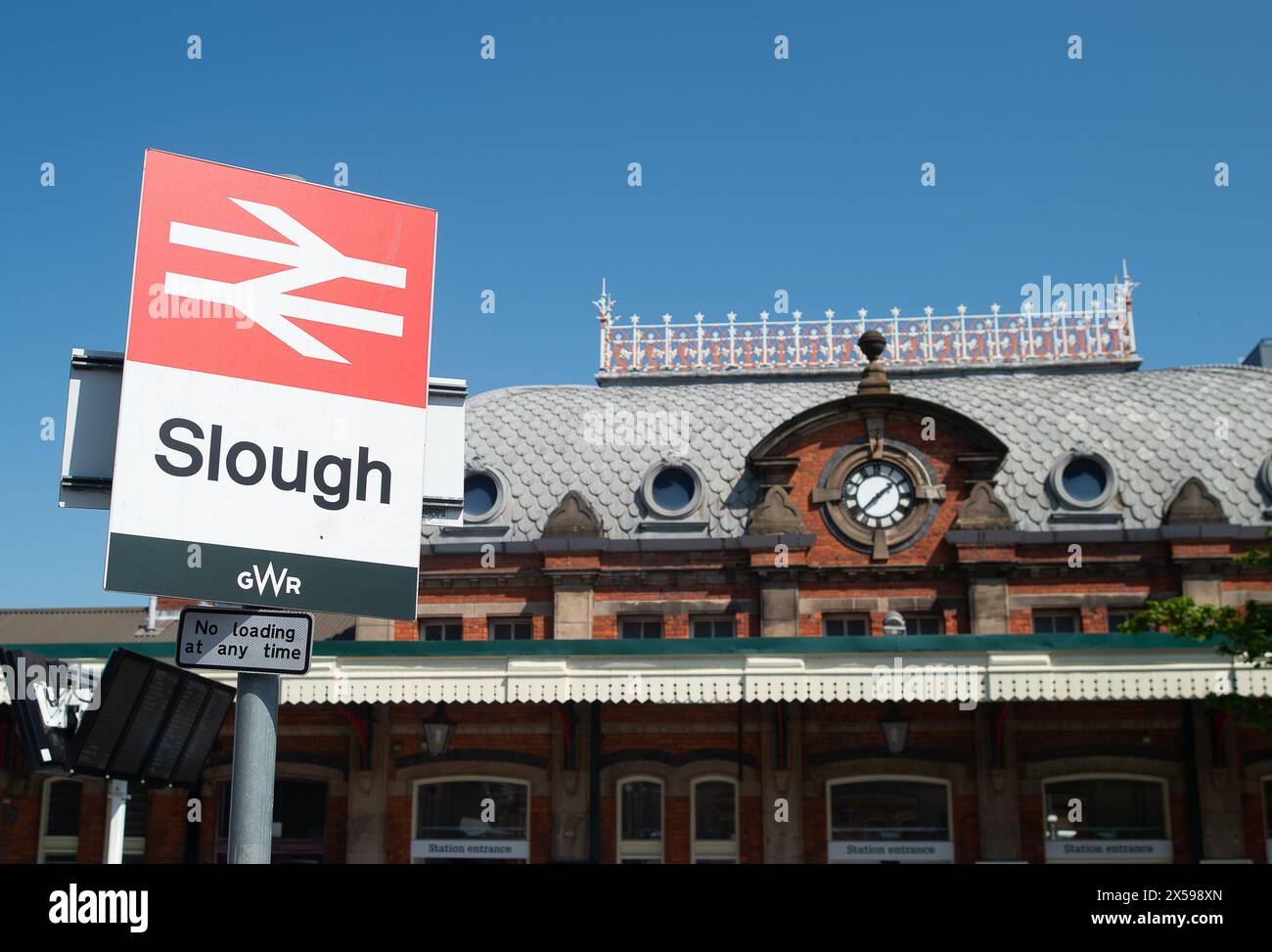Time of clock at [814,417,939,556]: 1:37
